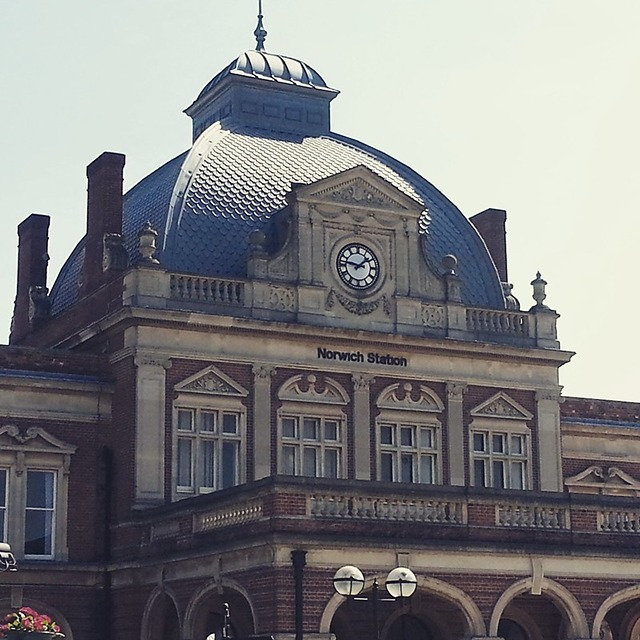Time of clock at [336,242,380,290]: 1:46
